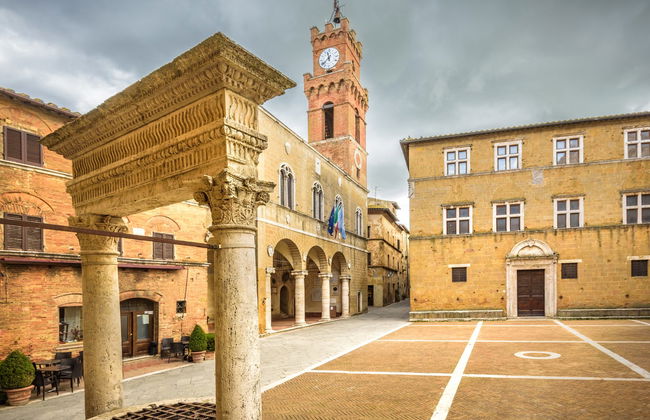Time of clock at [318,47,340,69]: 11:37
